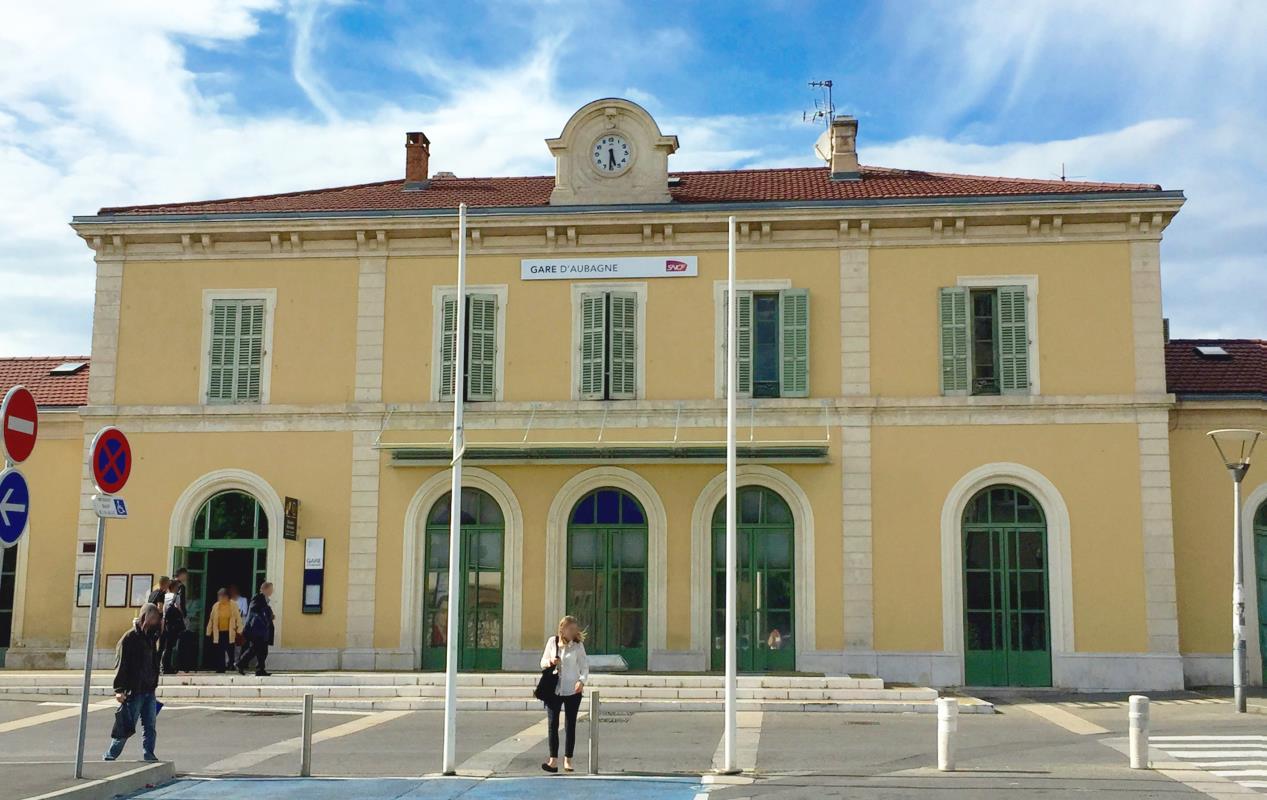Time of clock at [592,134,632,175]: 5:31
